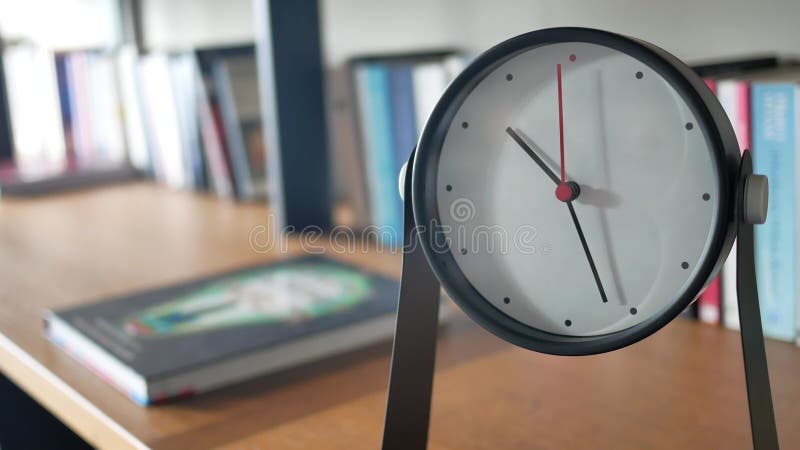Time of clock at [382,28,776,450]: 10:26
